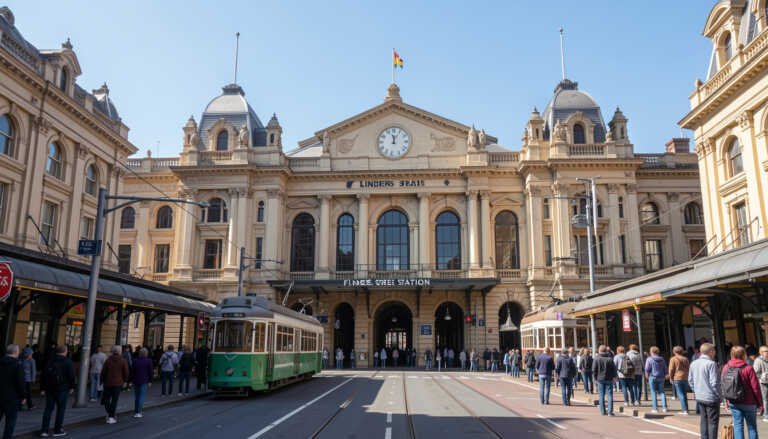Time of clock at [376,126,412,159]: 11:57
